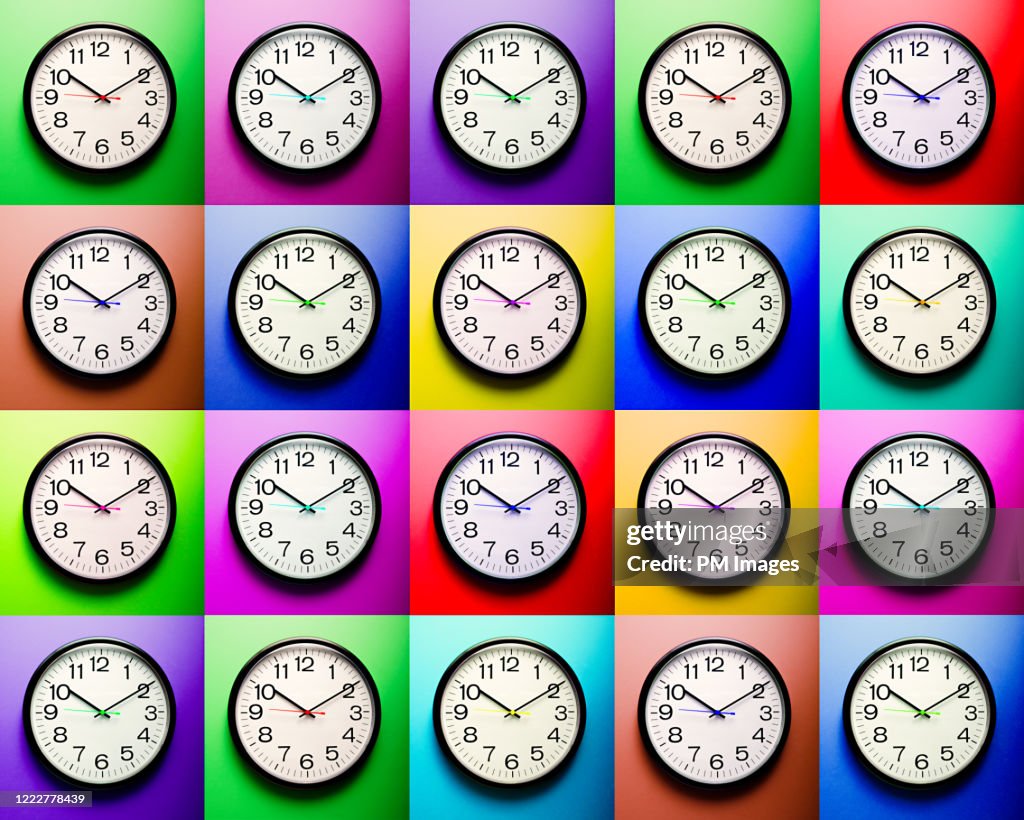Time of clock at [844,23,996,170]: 10:09
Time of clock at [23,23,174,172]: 10:09
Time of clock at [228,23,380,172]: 10:09
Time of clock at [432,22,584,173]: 10:09
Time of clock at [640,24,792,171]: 10:09
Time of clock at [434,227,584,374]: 10:09
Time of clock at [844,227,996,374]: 10:09
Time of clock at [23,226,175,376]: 10:09
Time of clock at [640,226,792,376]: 10:09
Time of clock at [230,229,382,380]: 10:09
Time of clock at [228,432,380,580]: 10:09
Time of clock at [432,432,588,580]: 10:09
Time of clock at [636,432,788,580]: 10:09
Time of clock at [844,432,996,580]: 10:09
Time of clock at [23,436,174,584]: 10:09
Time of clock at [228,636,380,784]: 10:09
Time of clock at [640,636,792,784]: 10:09
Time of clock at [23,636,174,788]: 10:09
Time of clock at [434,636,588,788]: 10:09
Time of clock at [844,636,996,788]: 10:09
